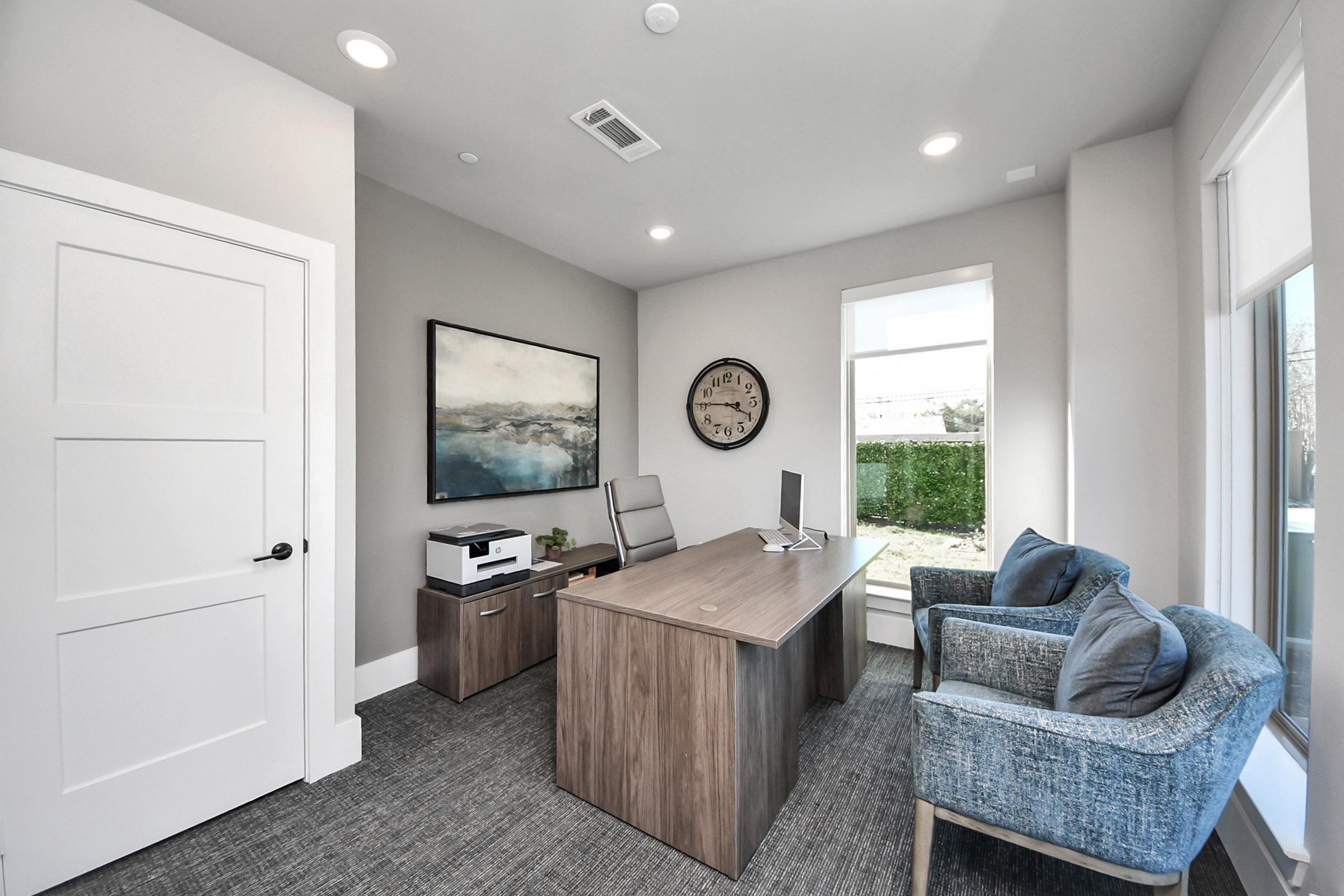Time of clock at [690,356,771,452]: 3:45
